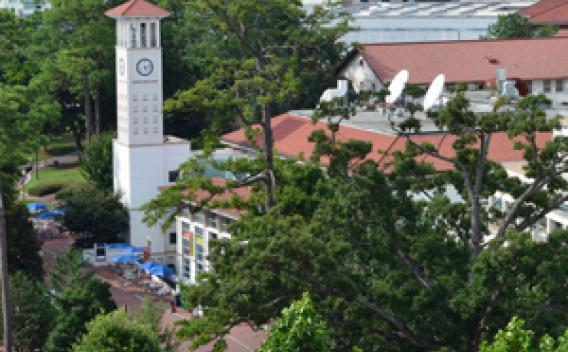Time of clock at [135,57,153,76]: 5:12
